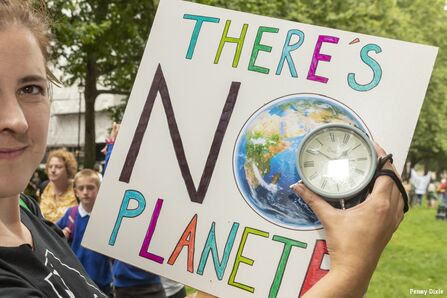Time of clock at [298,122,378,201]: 1:46
